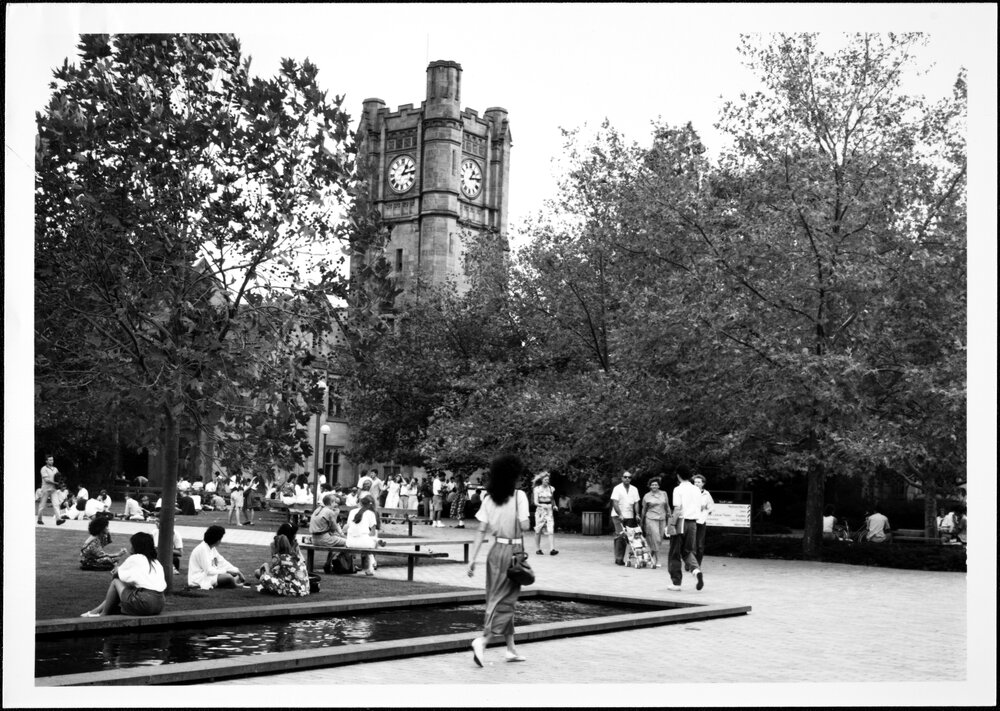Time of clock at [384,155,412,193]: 1:13
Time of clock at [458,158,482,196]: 1:13
